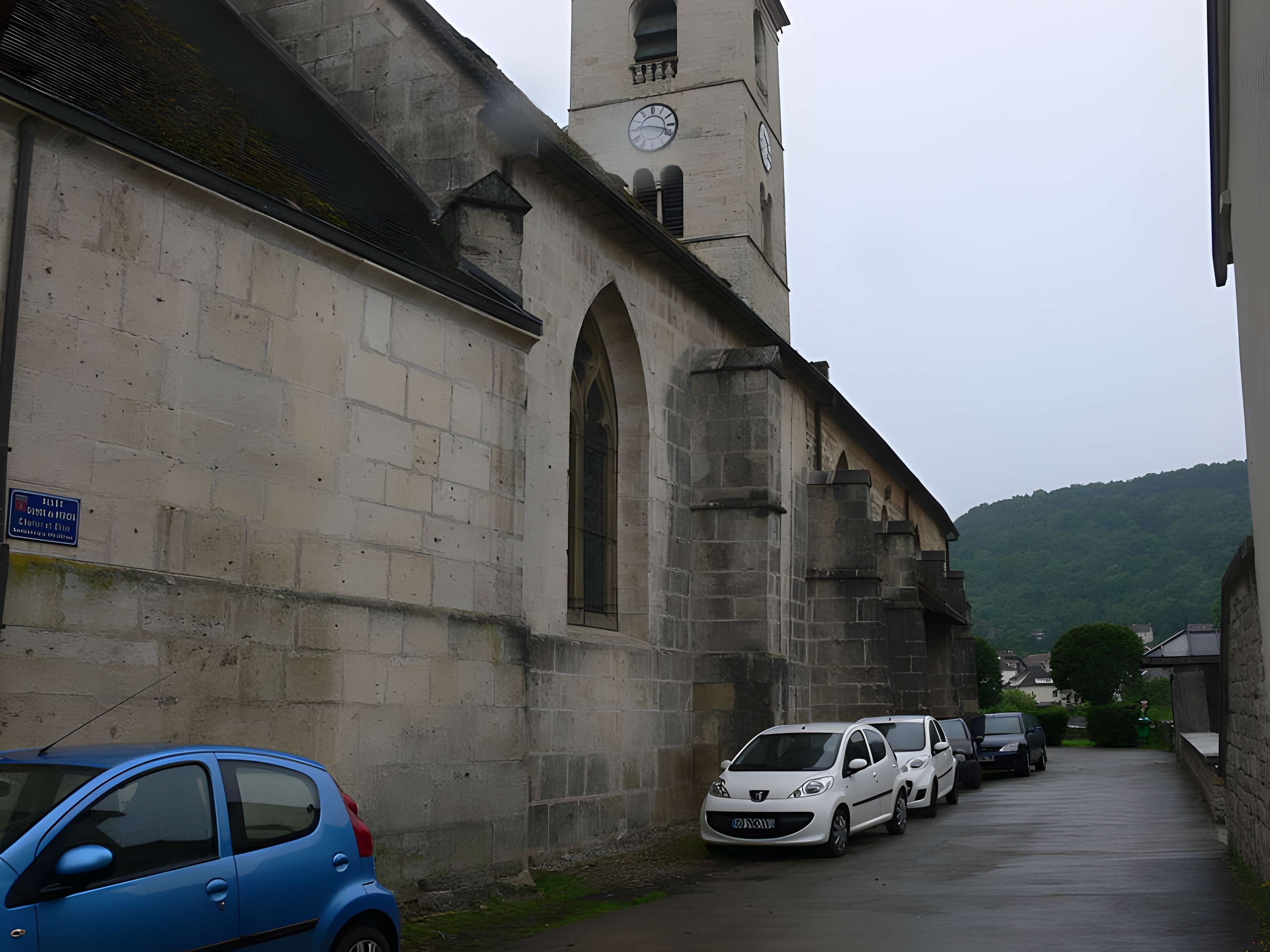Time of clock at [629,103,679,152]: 9:17
